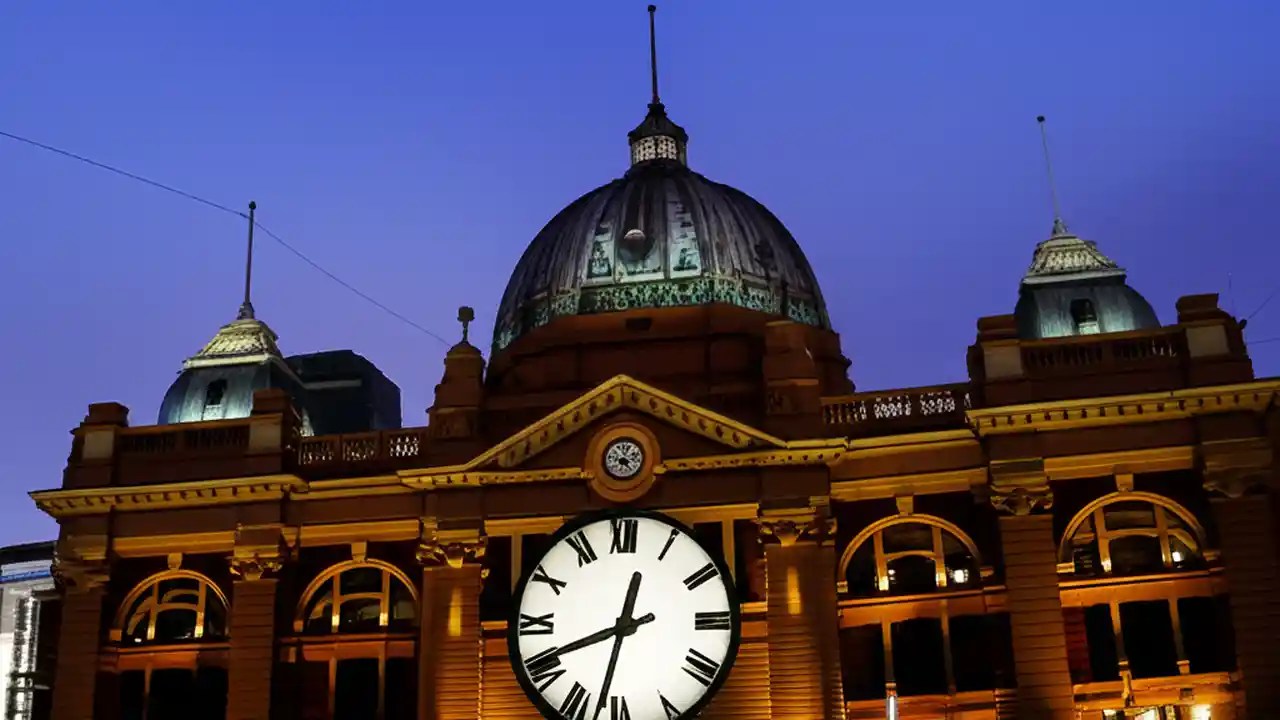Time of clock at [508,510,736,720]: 12:32
